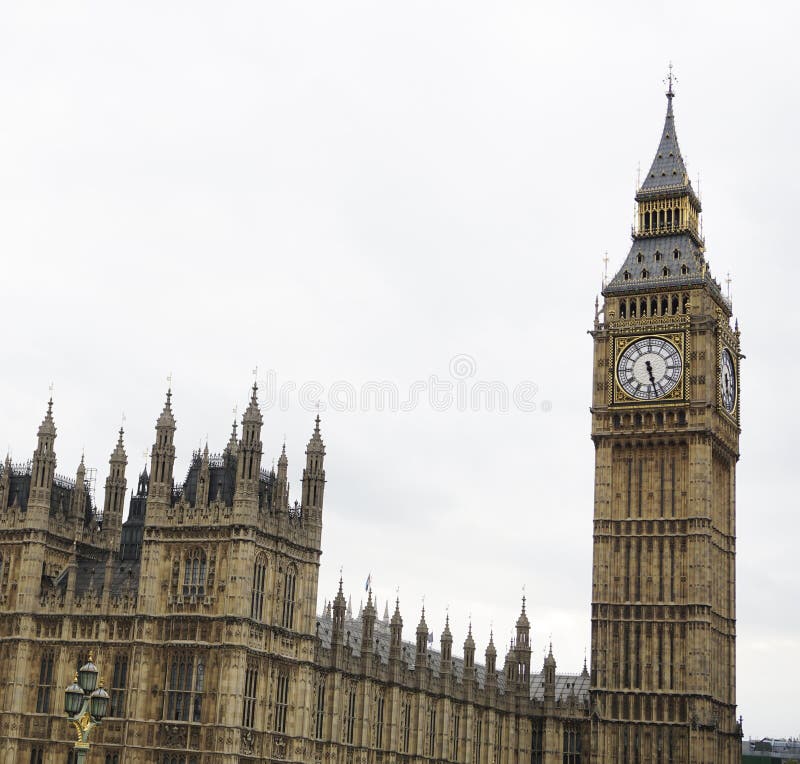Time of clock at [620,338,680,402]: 5:27
